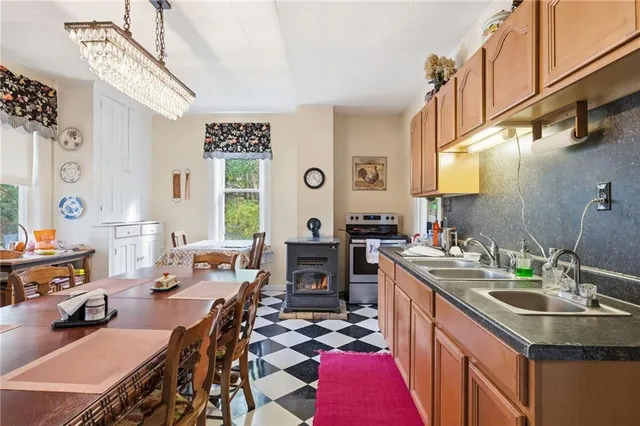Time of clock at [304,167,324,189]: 11:22
